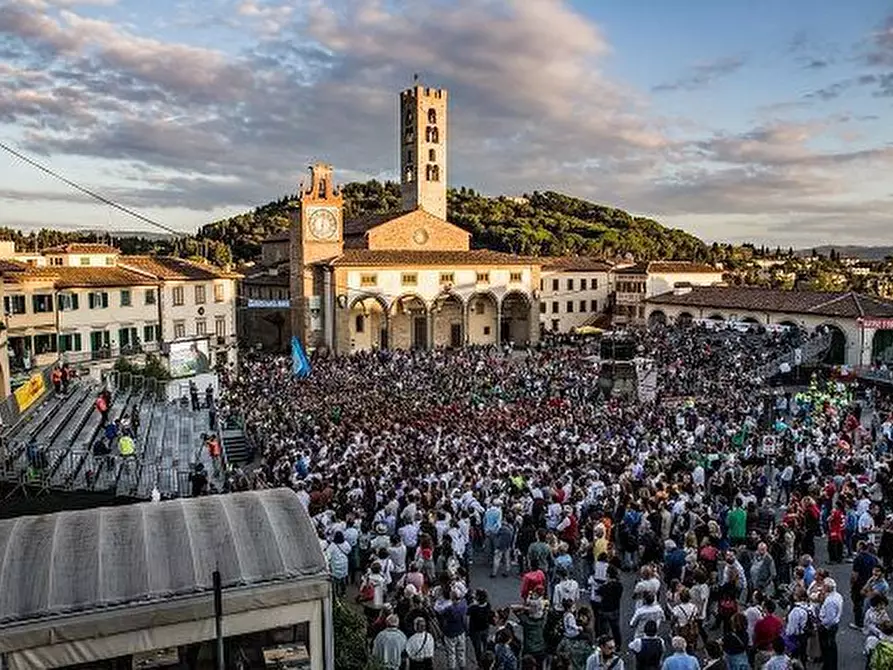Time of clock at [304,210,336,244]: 6:01
